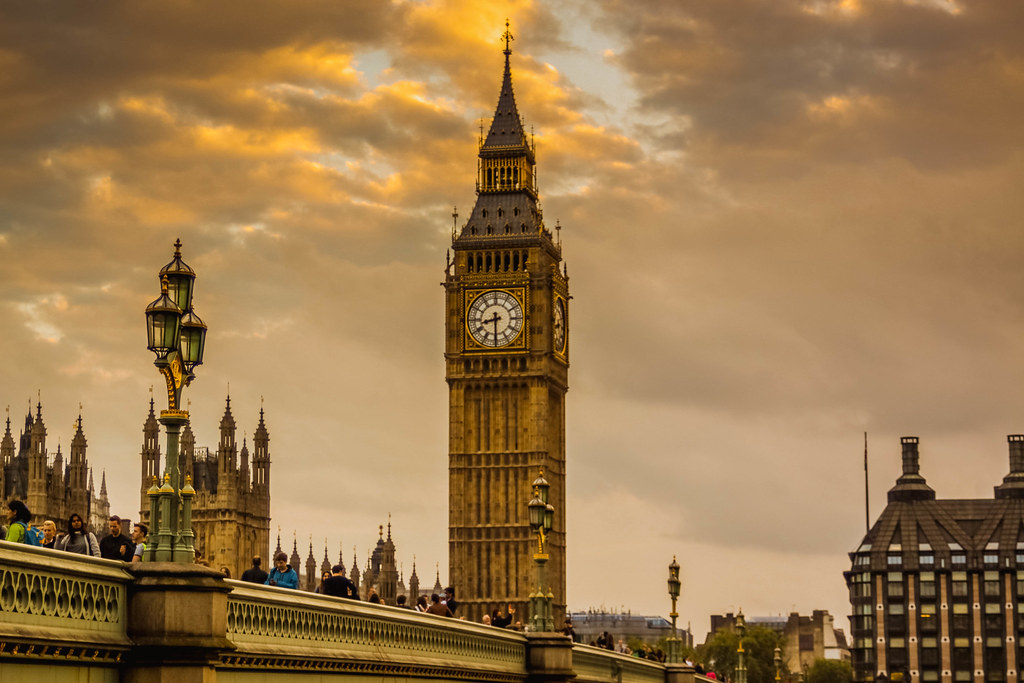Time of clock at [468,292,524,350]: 8:30
